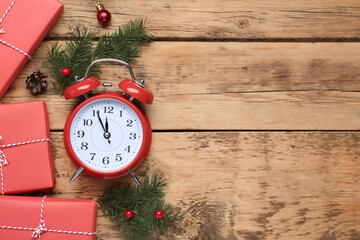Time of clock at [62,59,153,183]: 11:55
